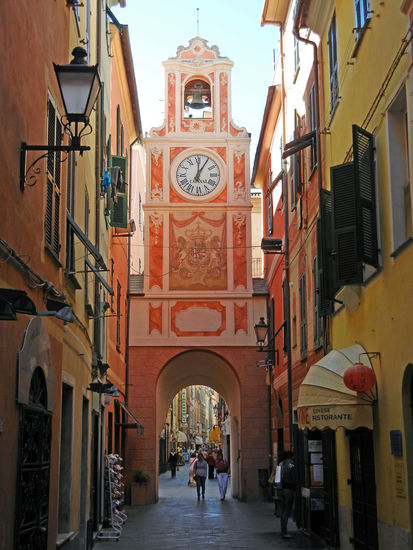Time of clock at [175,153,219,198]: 12:05
